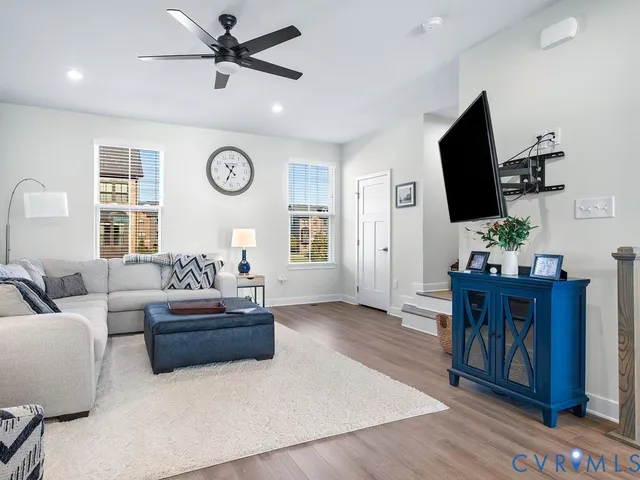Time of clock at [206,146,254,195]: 10:34
